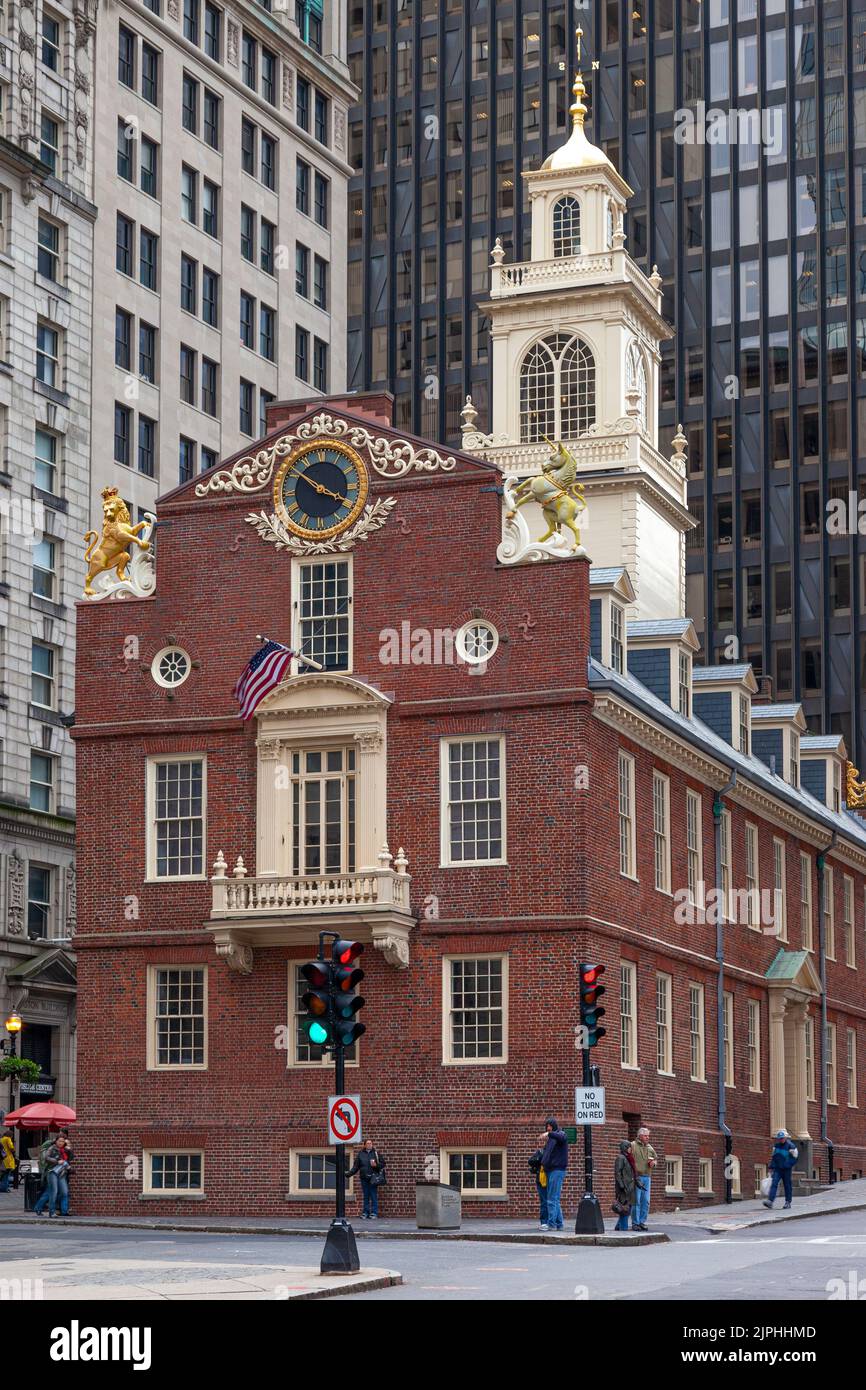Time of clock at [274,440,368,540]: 3:51
